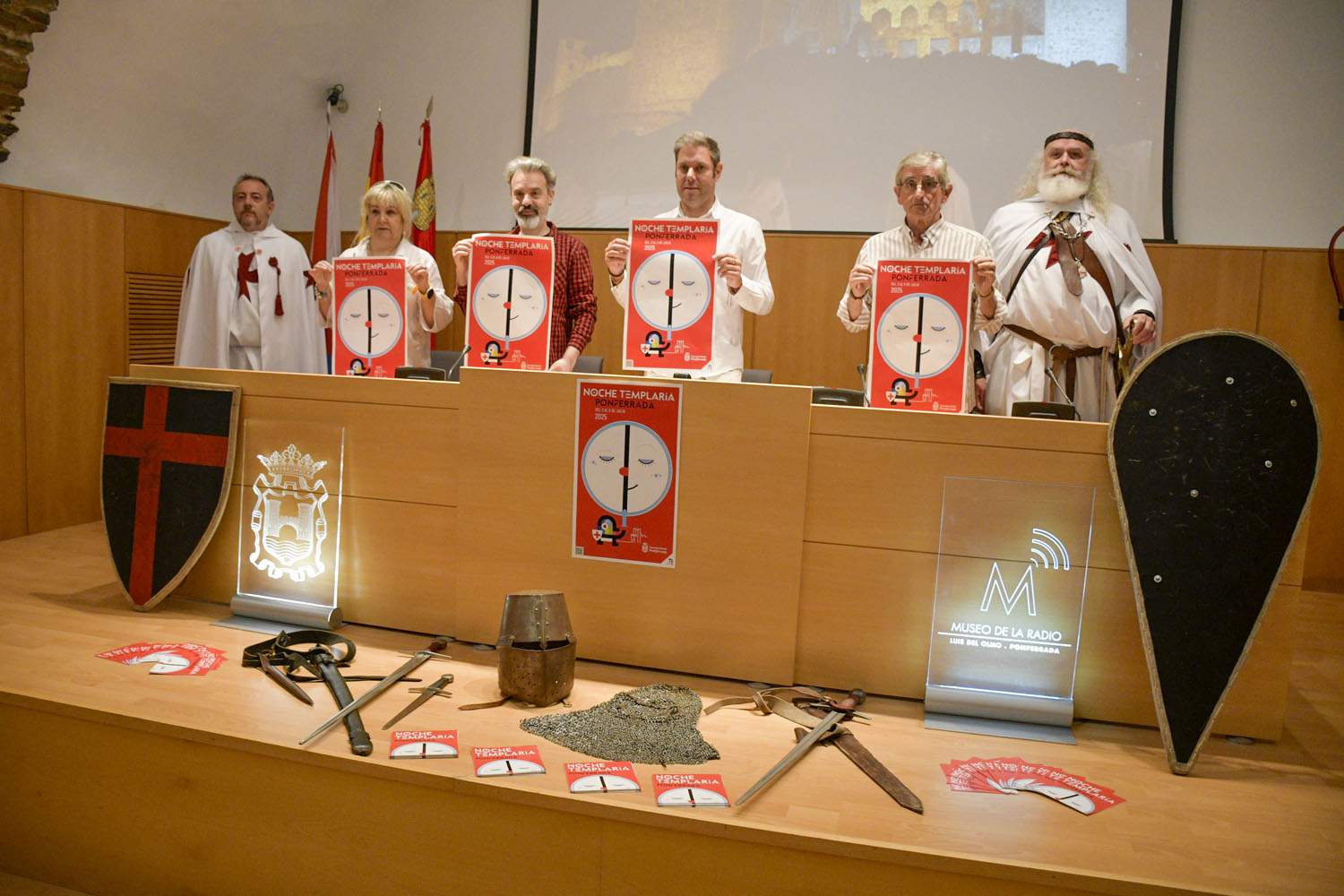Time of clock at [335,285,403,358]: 5:59
